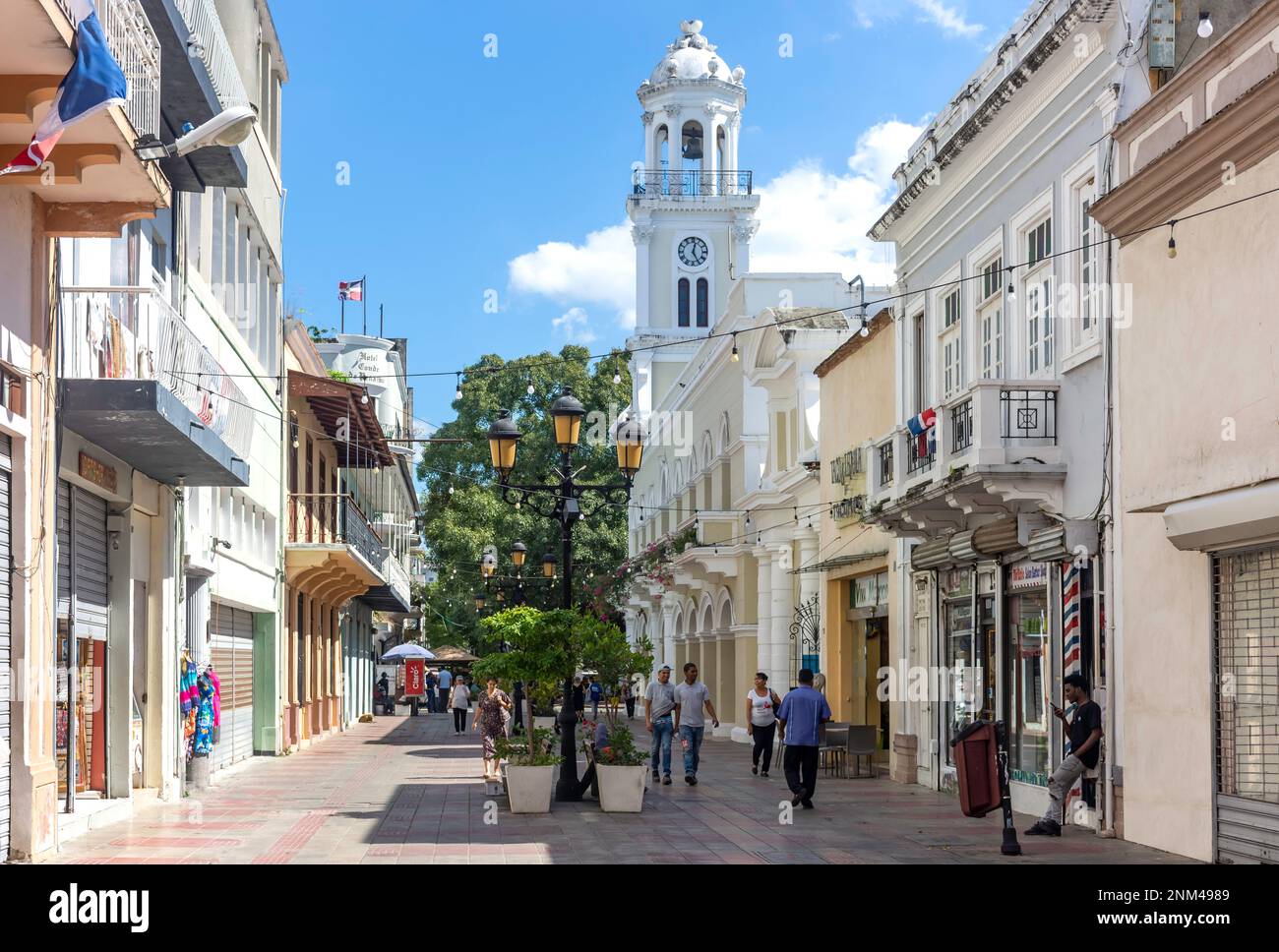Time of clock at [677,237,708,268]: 12:24
